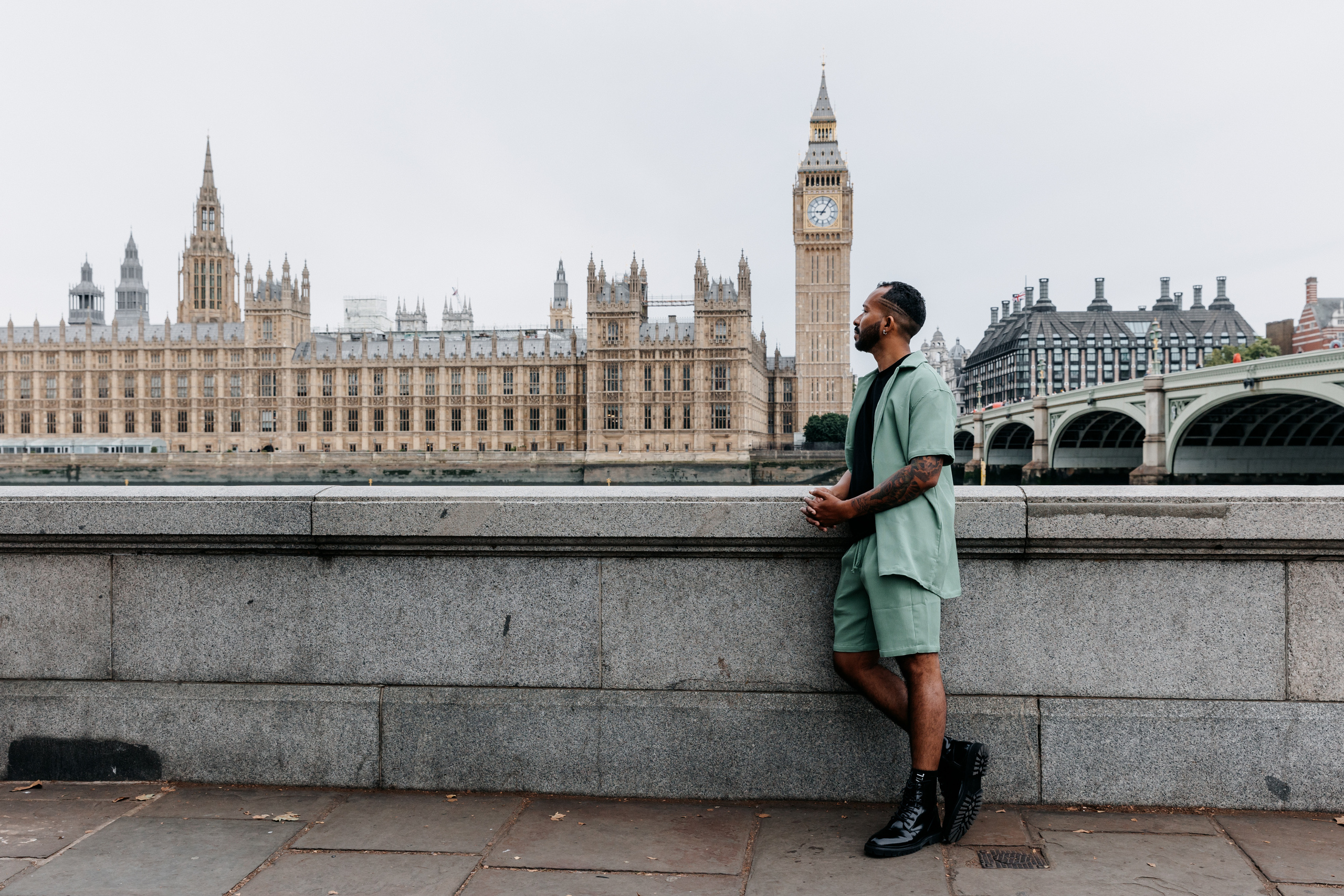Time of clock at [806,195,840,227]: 9:05
